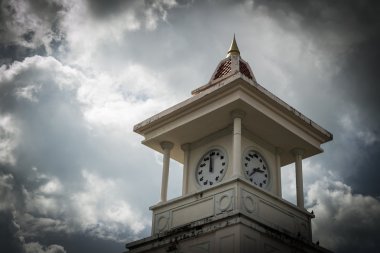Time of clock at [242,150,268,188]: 2:38
